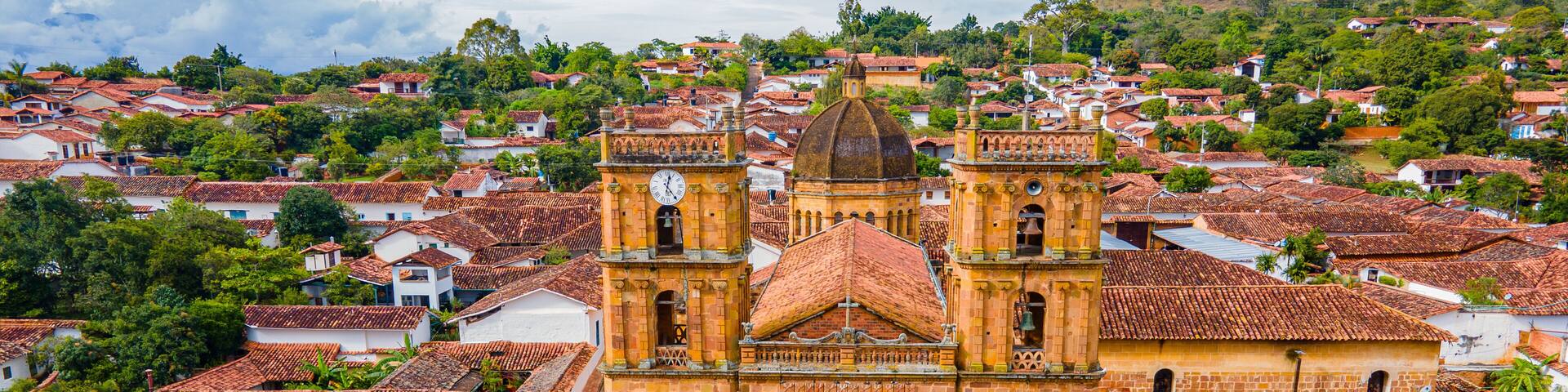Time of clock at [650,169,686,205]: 12:24
